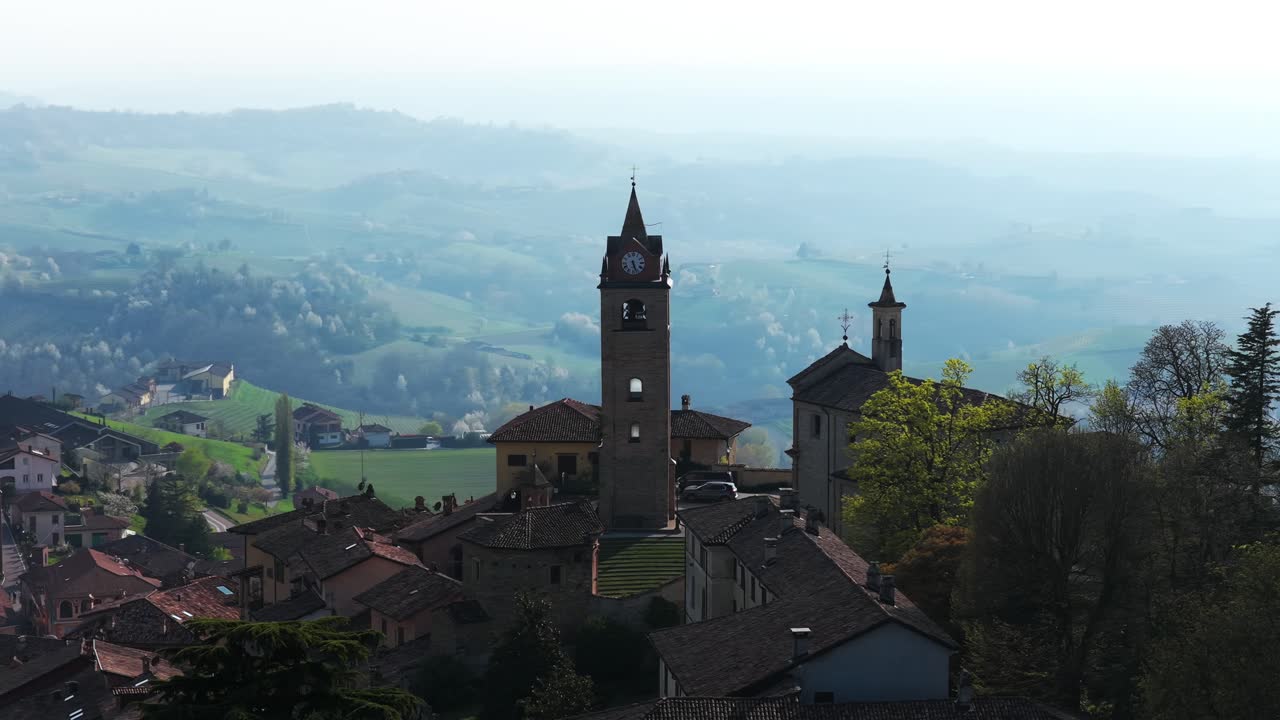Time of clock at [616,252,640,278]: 5:26
